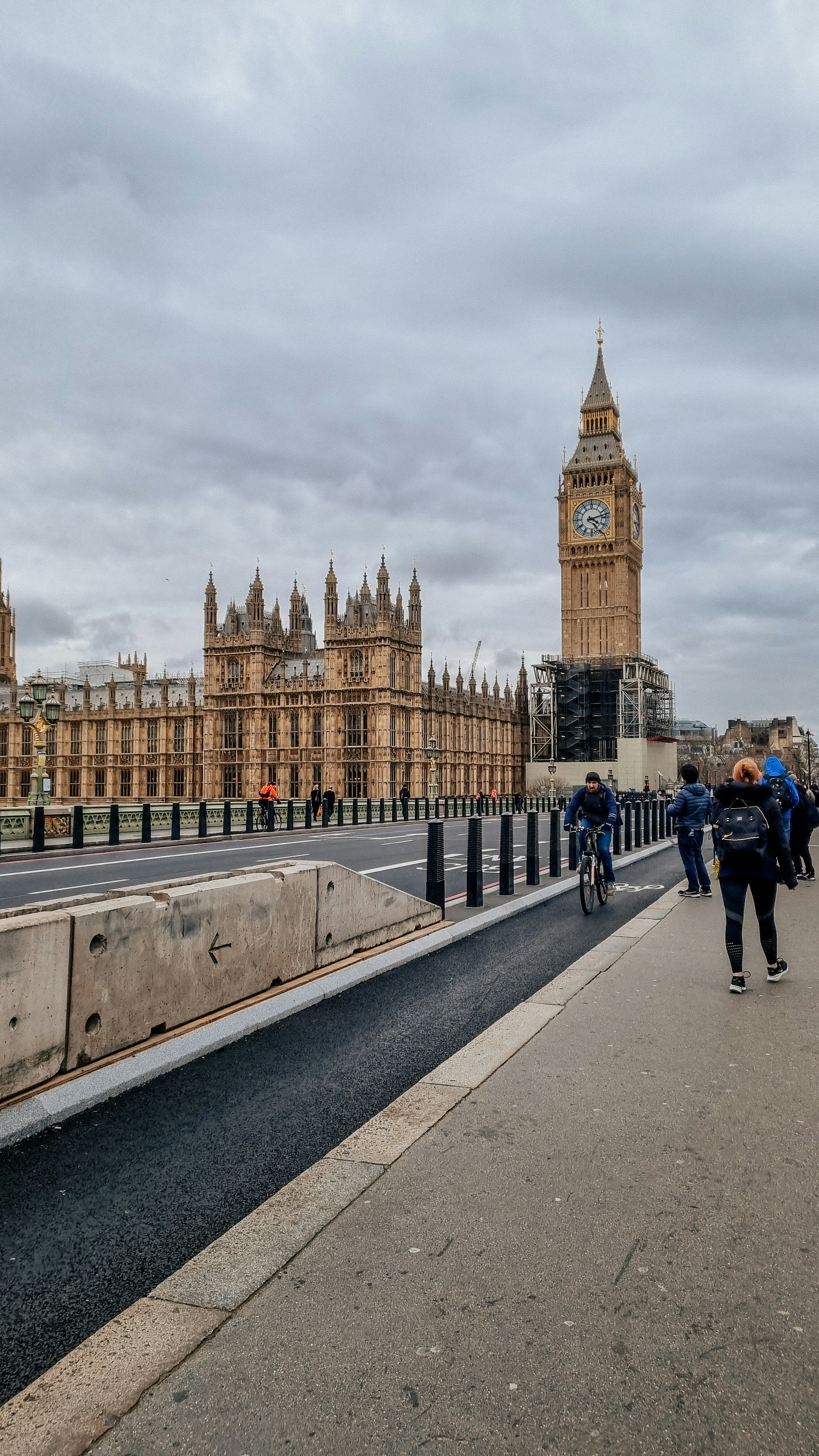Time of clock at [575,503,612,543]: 4:12
